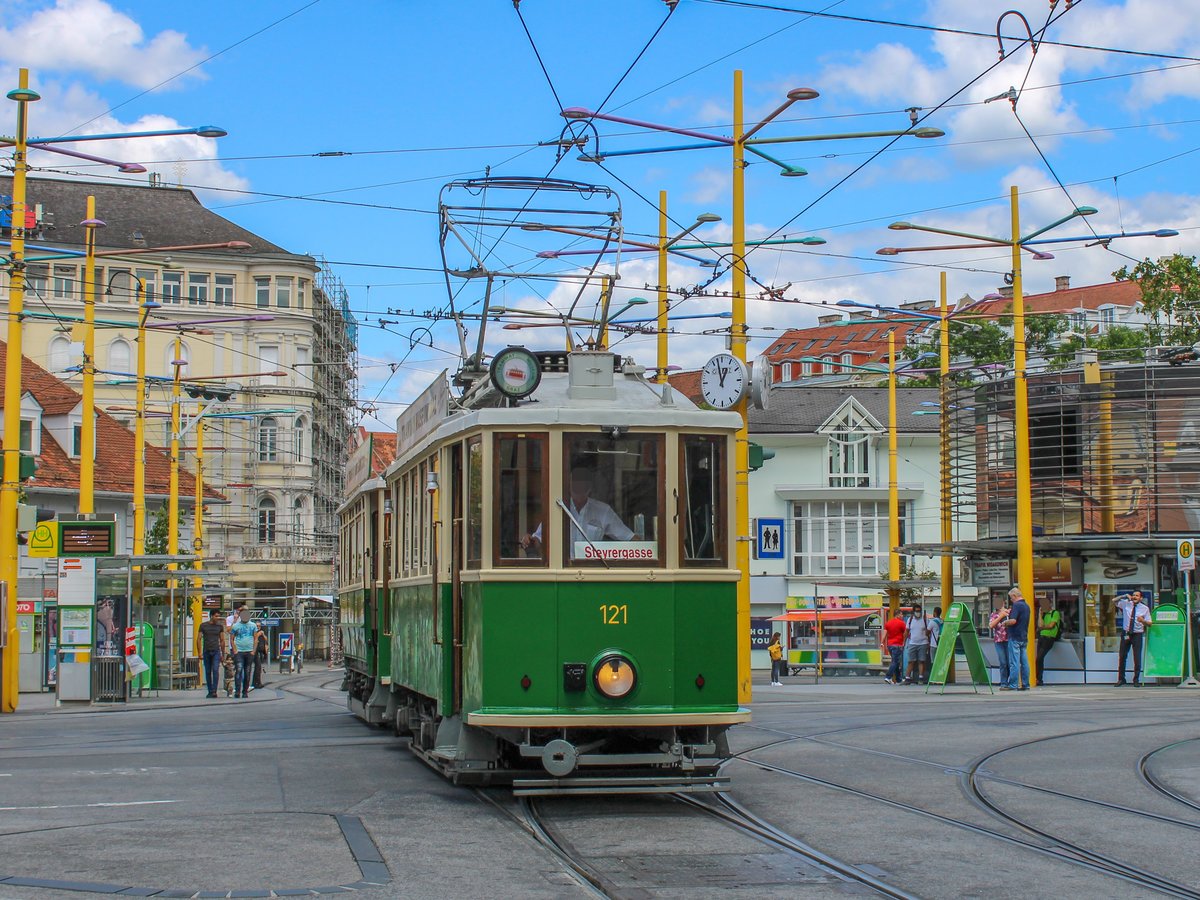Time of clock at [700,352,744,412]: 12:57
